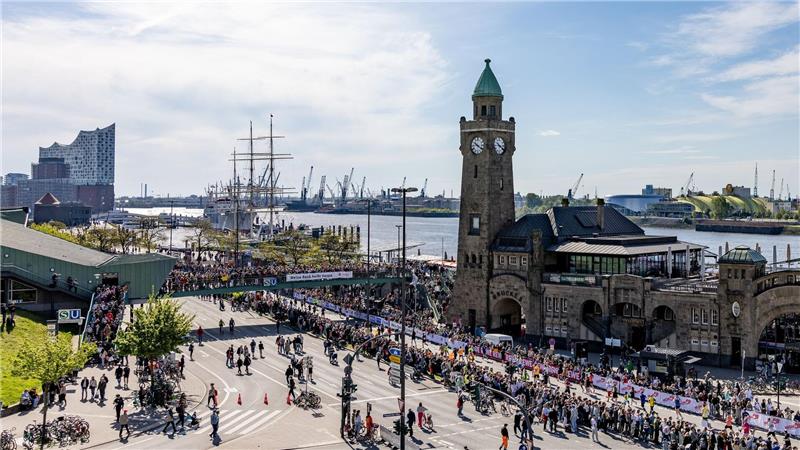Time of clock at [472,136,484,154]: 10:21
